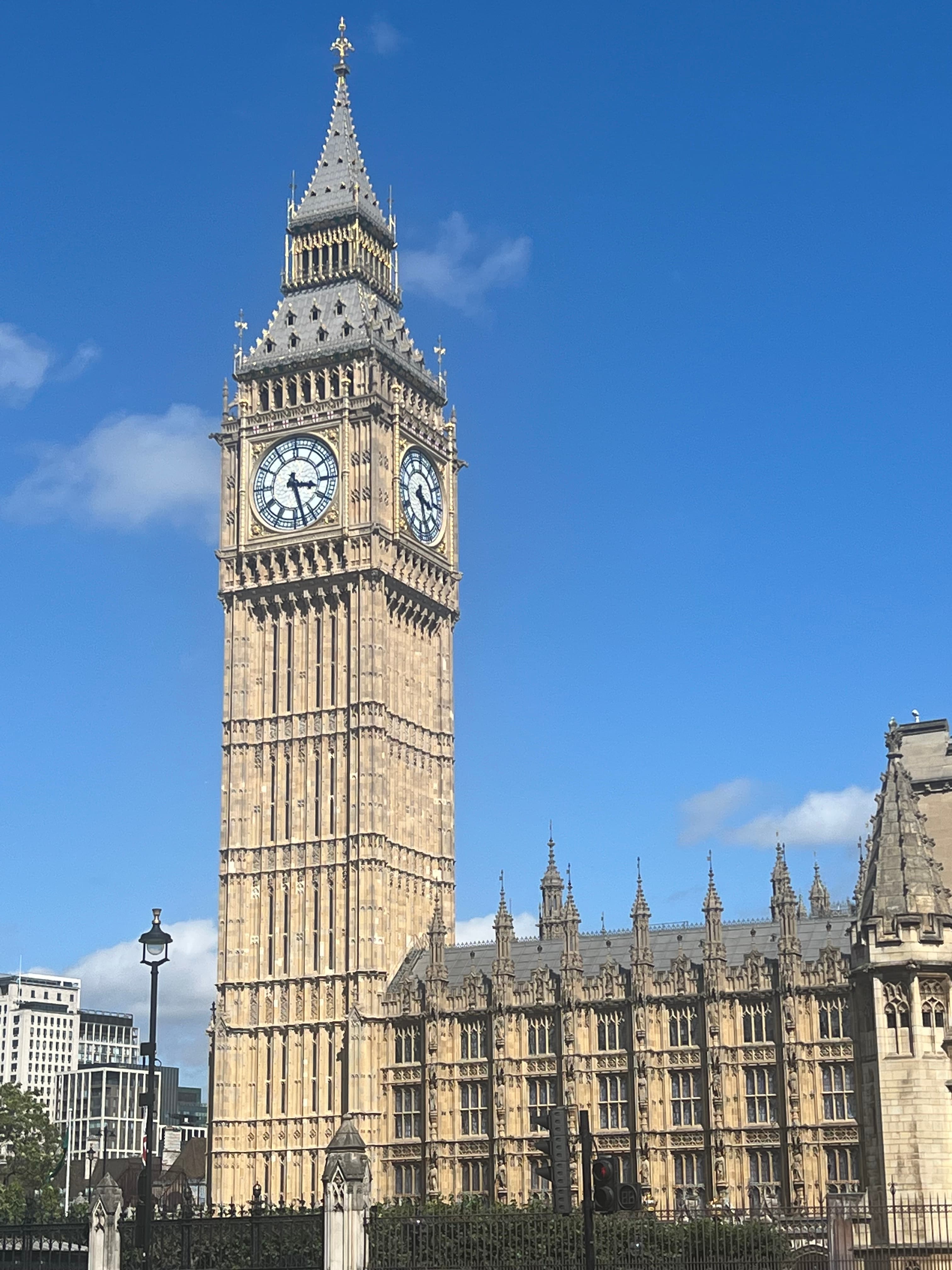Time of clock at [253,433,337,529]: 3:27
